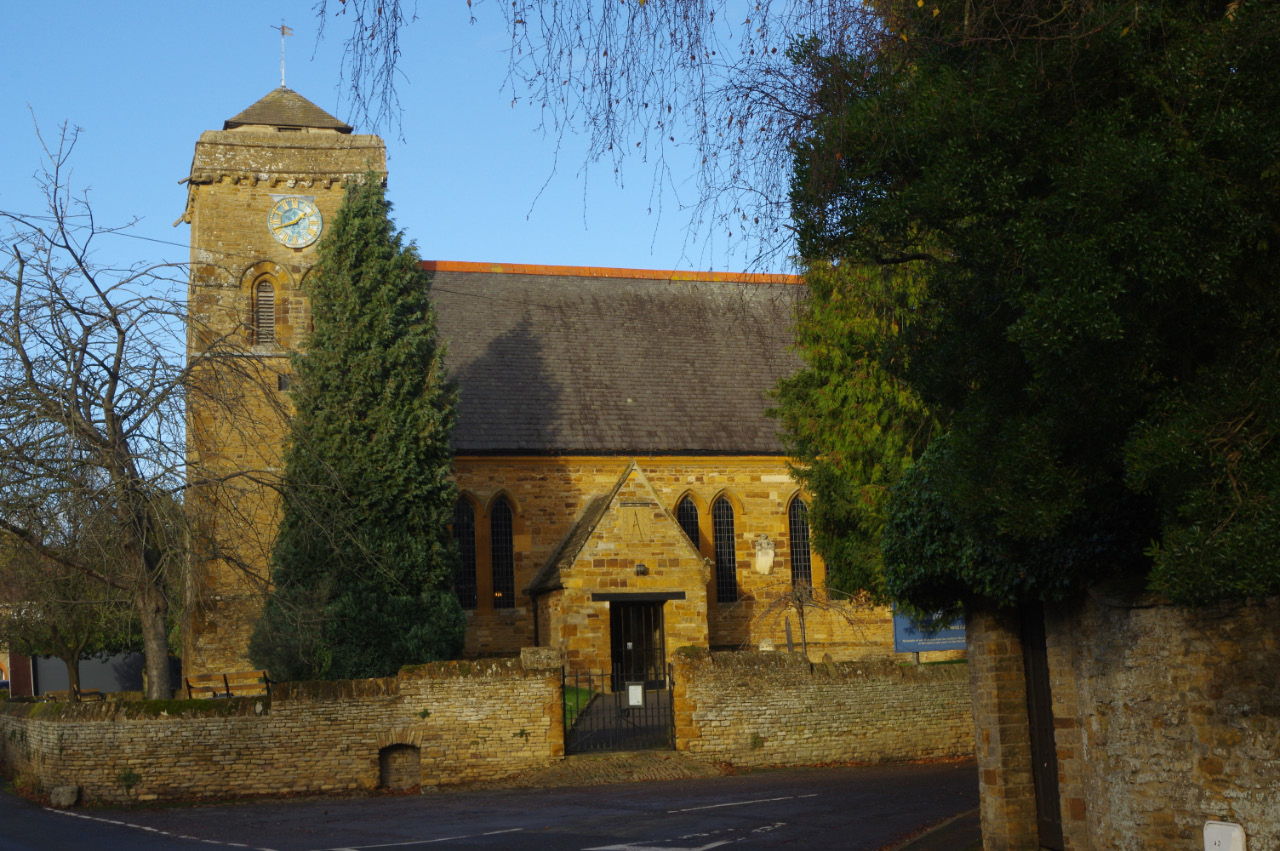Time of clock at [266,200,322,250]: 1:42
